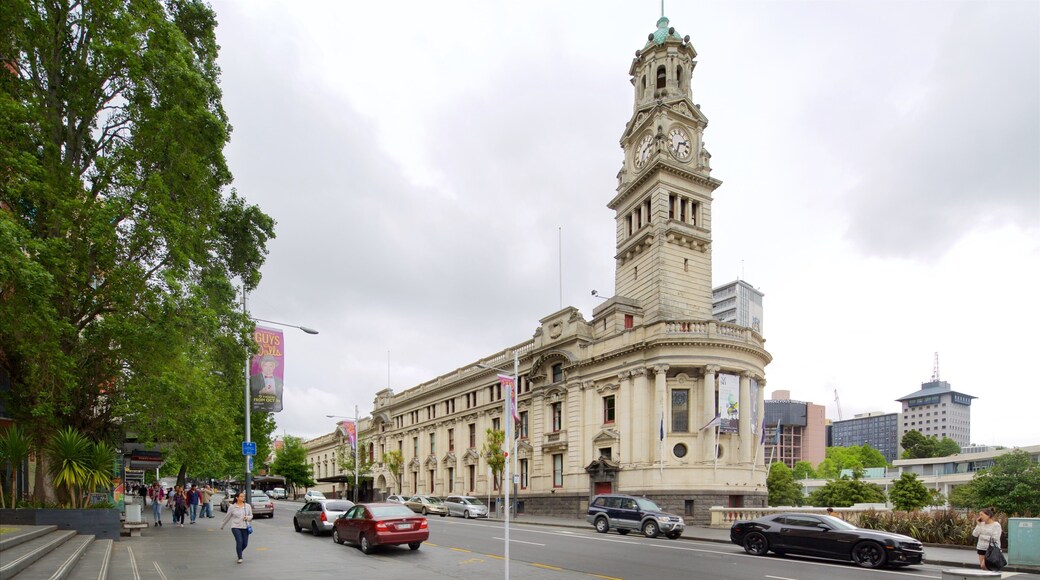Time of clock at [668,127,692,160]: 2:33
